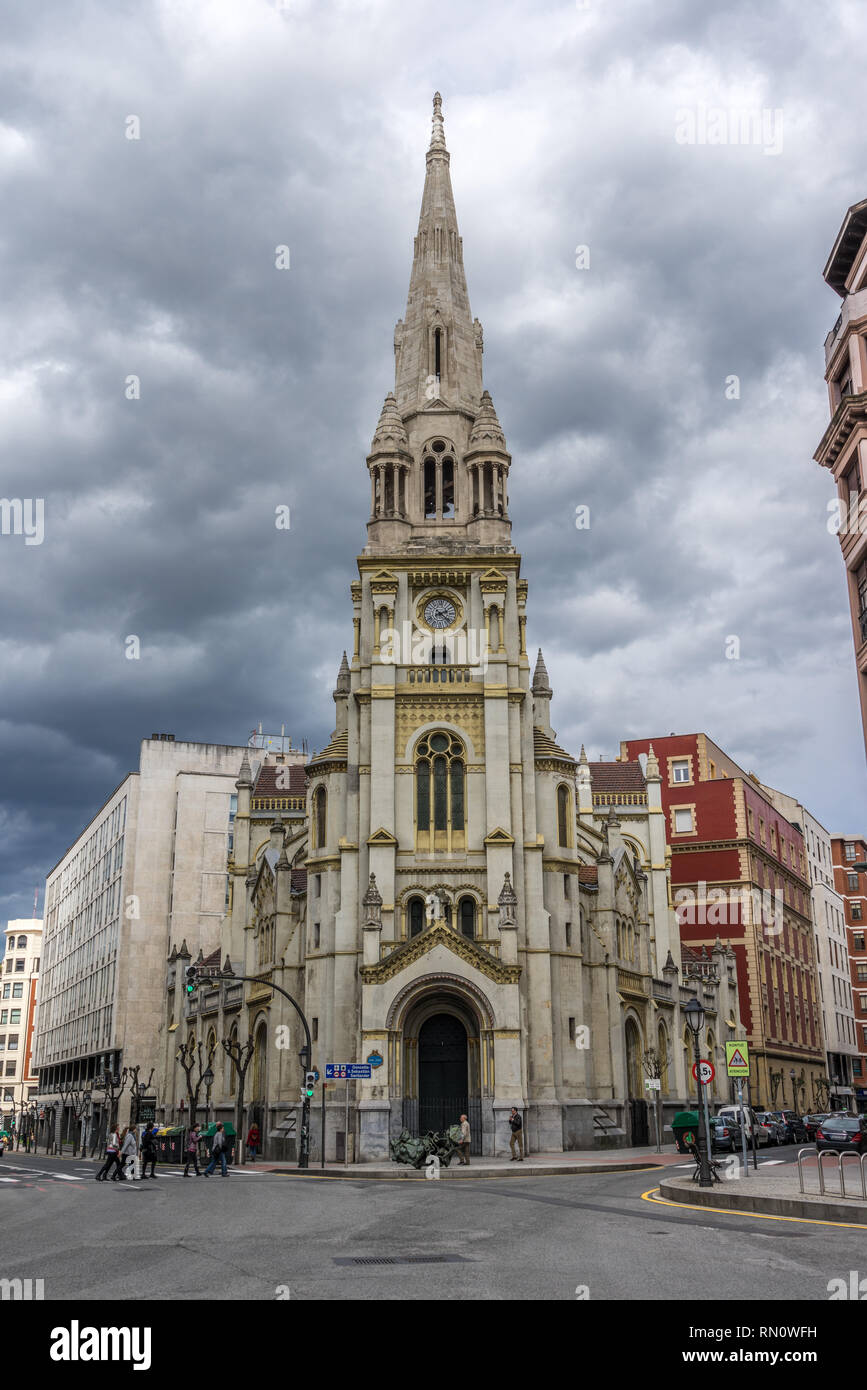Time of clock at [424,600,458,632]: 2:21
